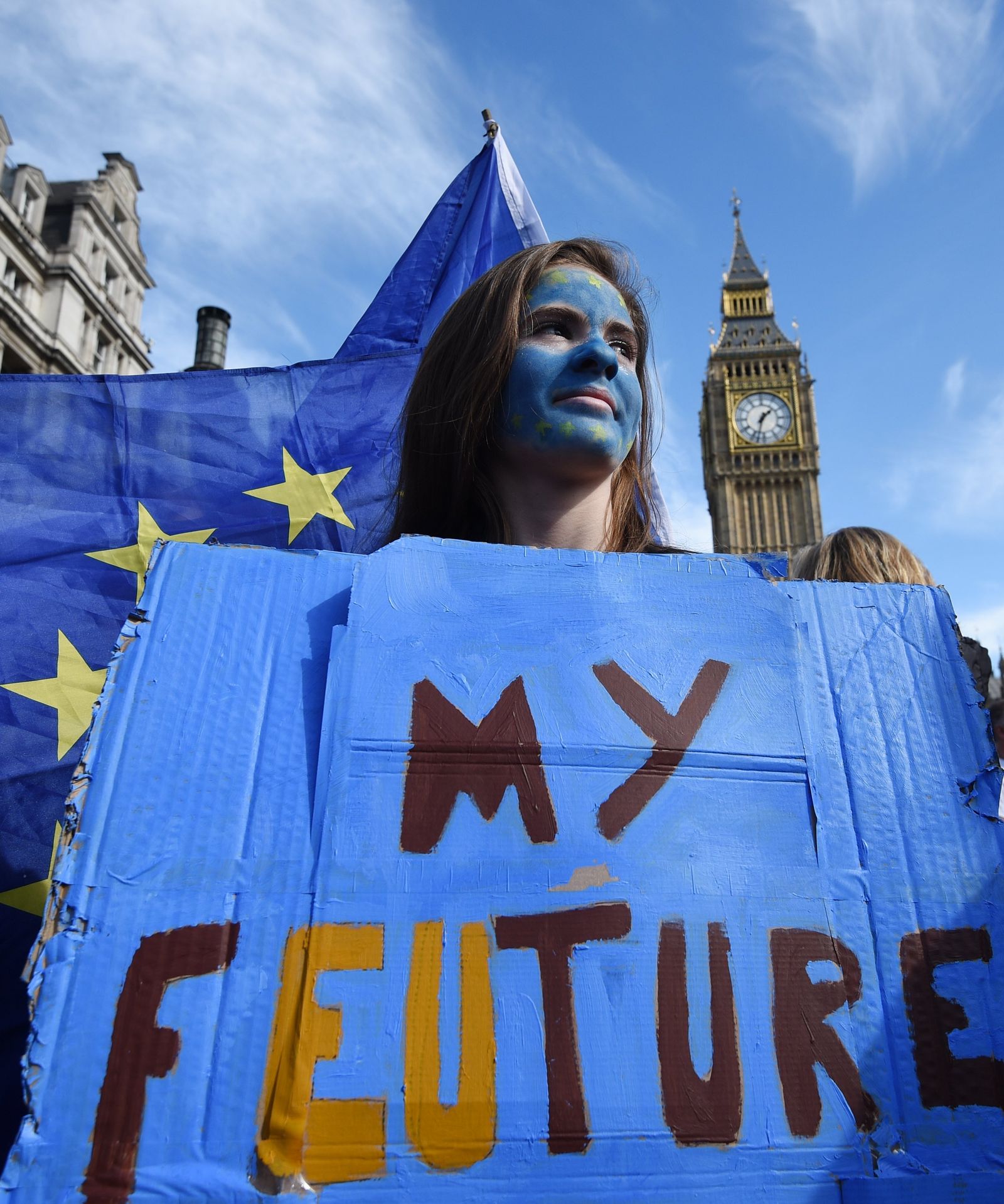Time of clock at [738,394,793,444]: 1:32
